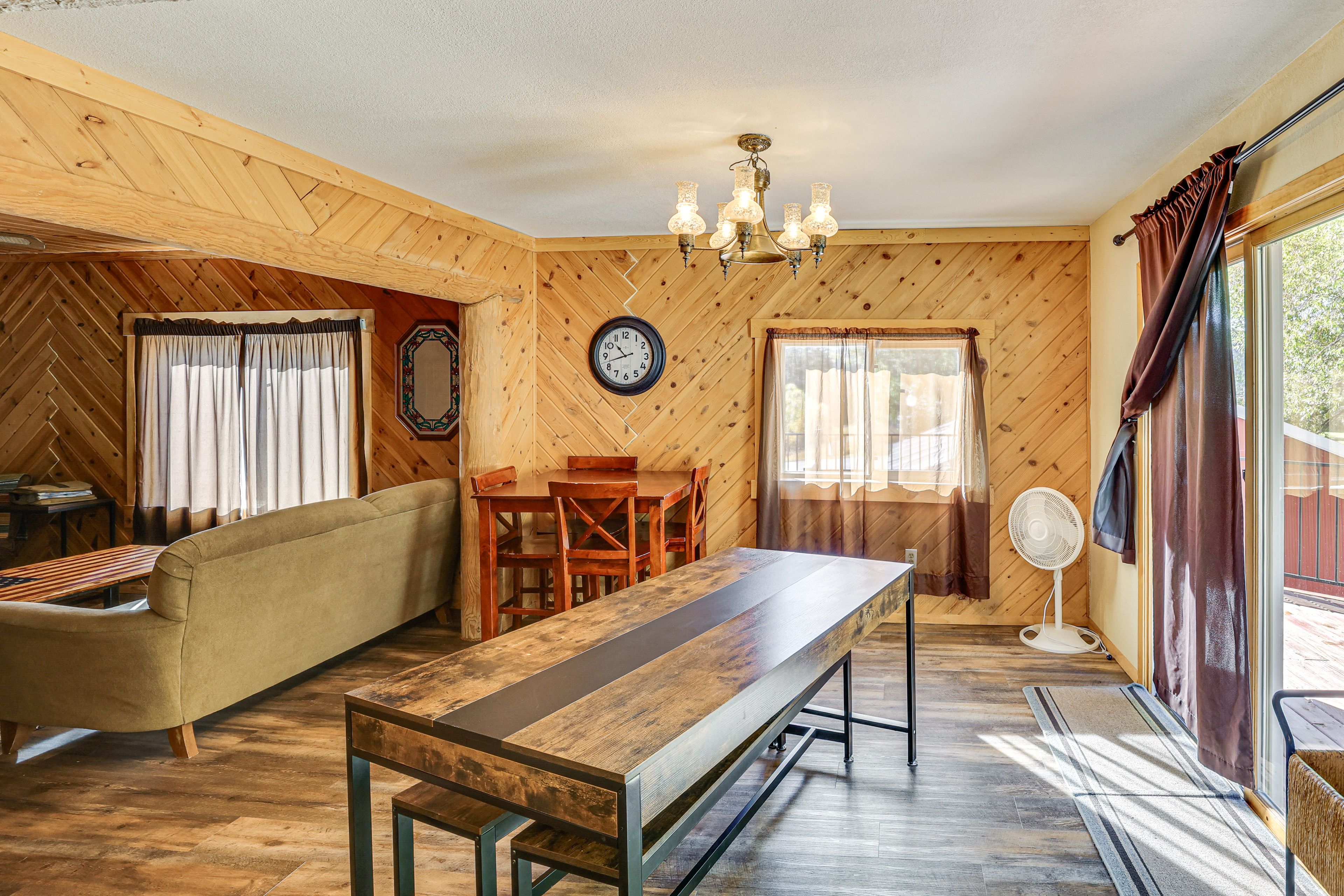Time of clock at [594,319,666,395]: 10:42
